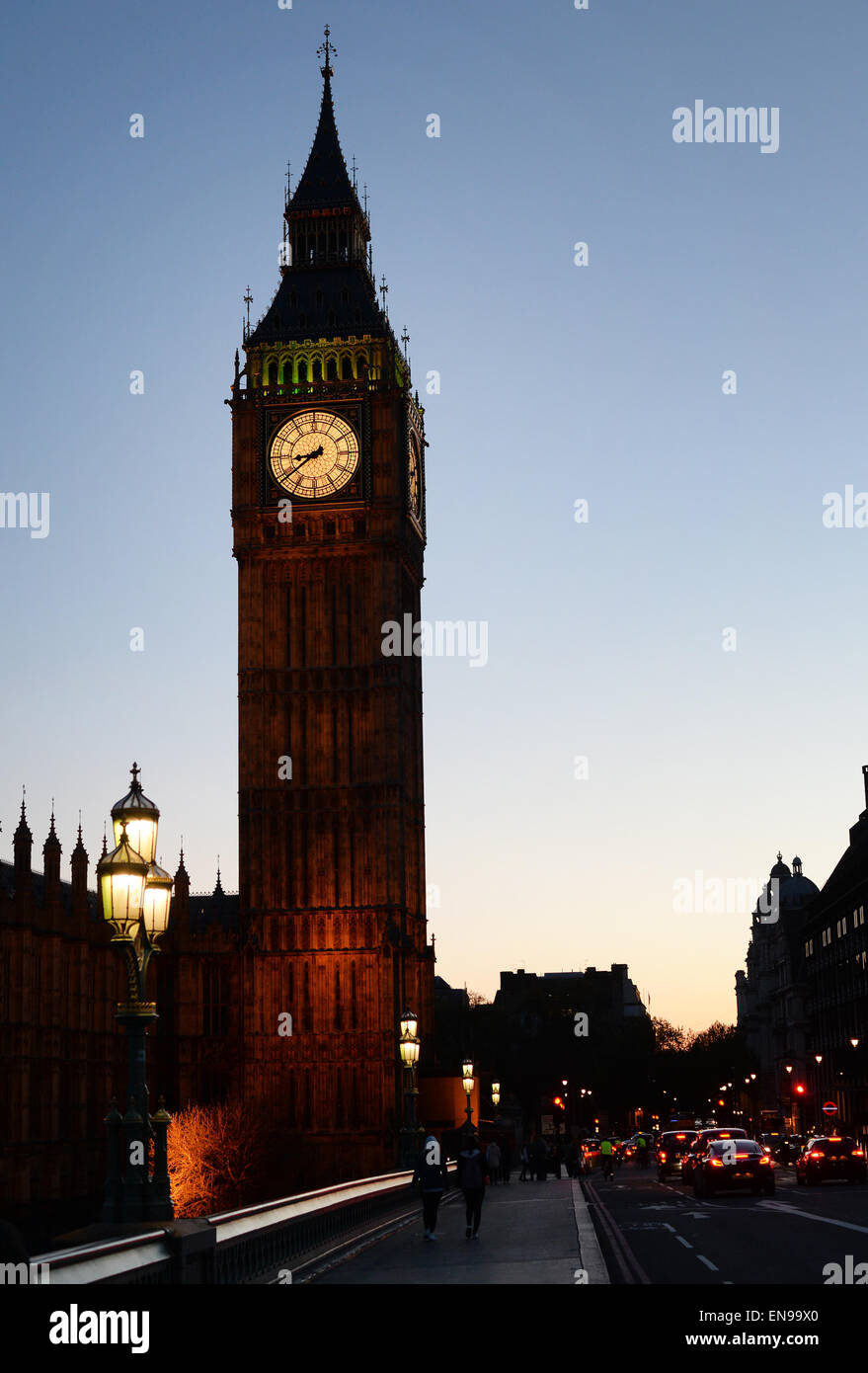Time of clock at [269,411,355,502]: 8:38
